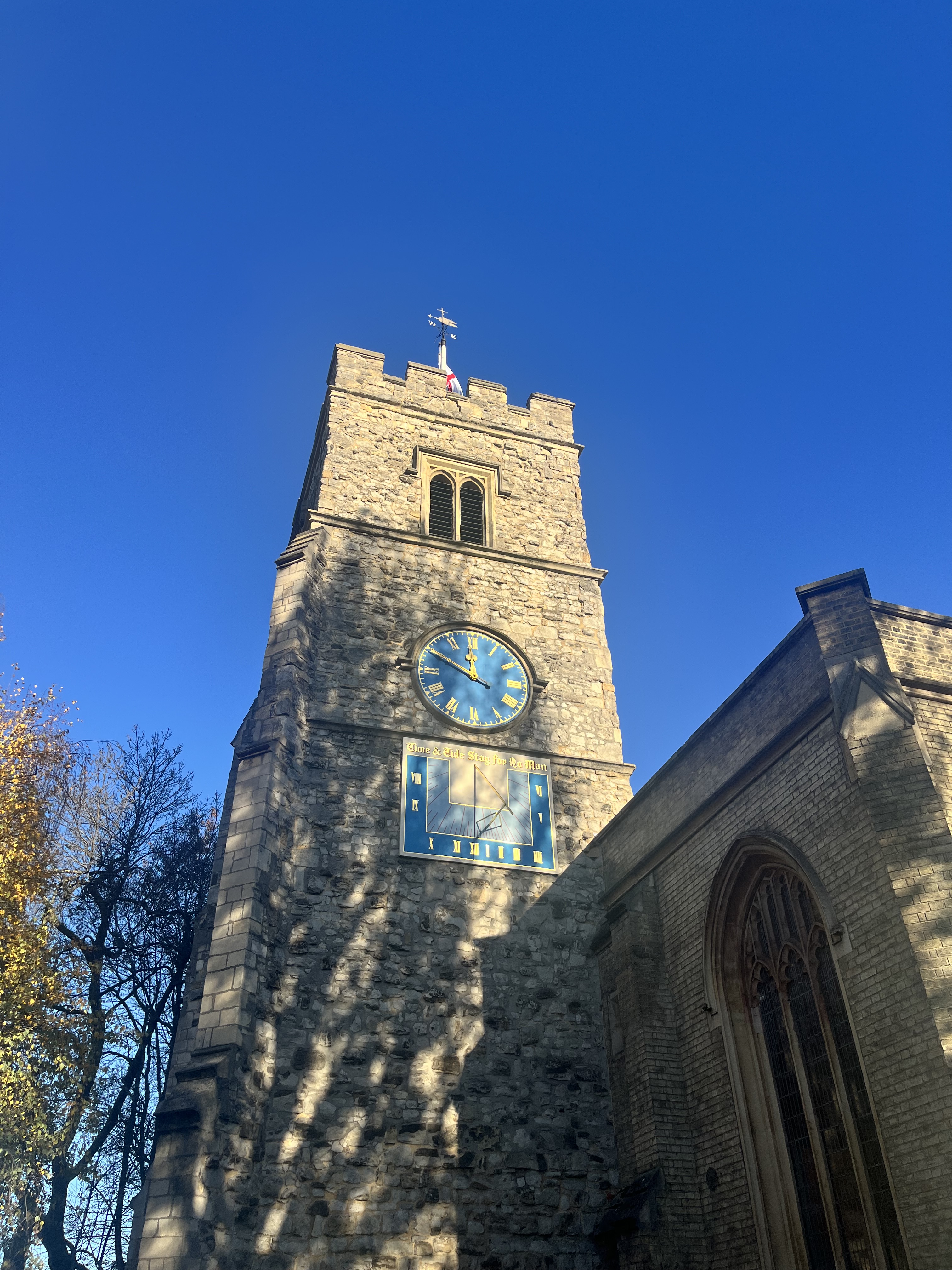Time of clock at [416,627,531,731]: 11:49
